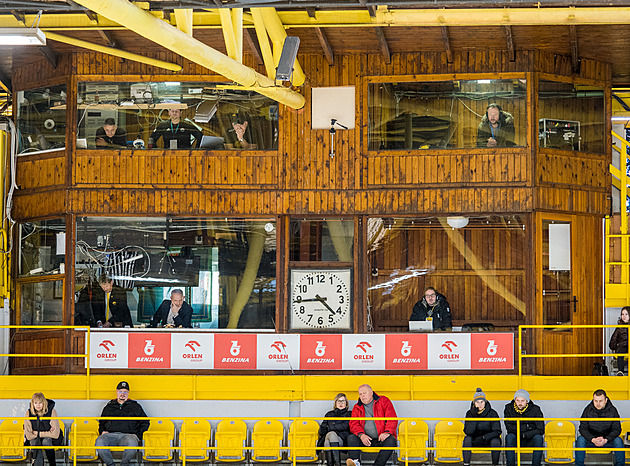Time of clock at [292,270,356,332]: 4:44
